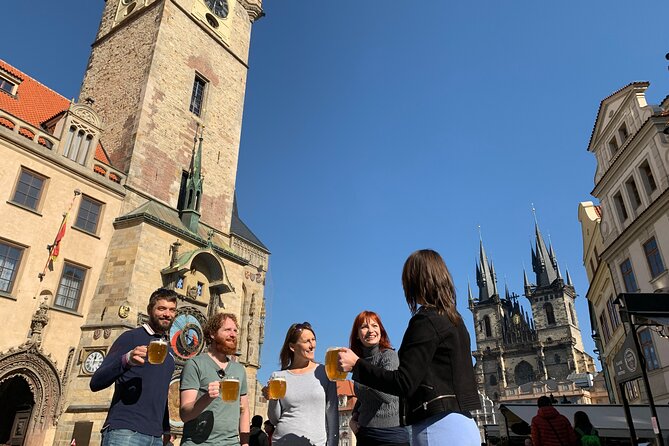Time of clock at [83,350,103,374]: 12:14
